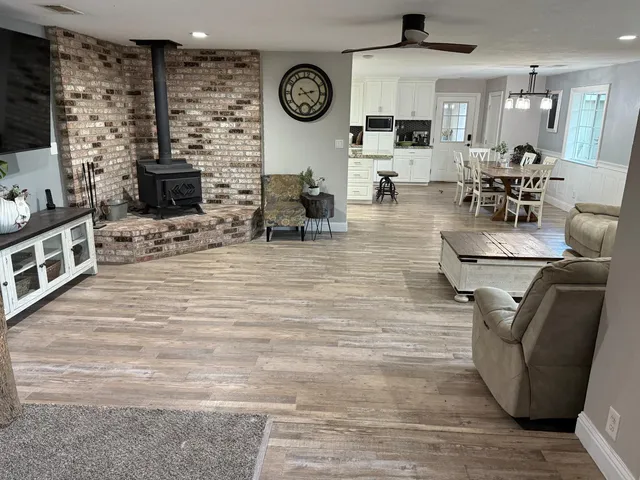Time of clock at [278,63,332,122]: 2:22
